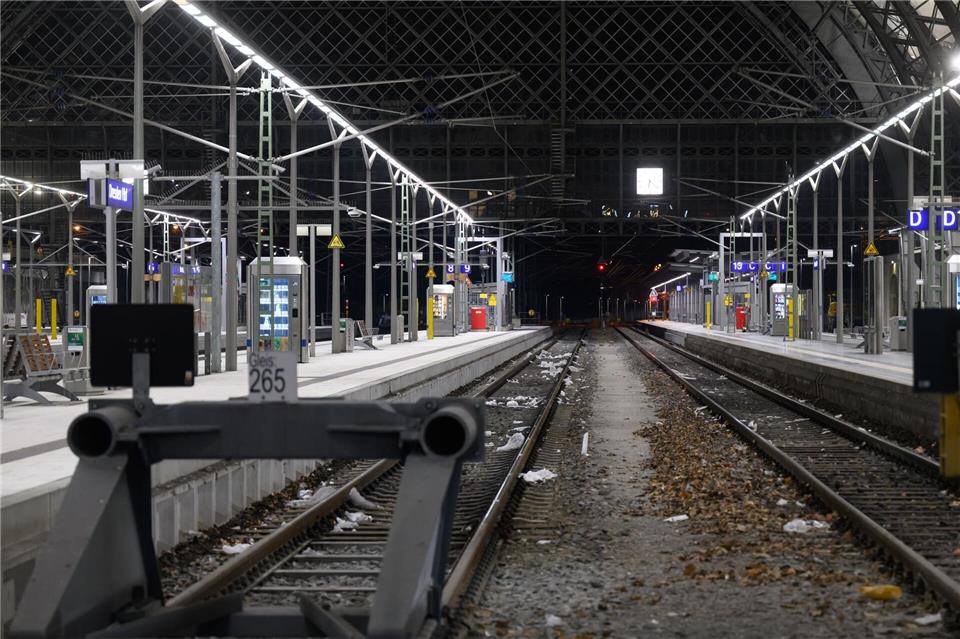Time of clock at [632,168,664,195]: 6:21
